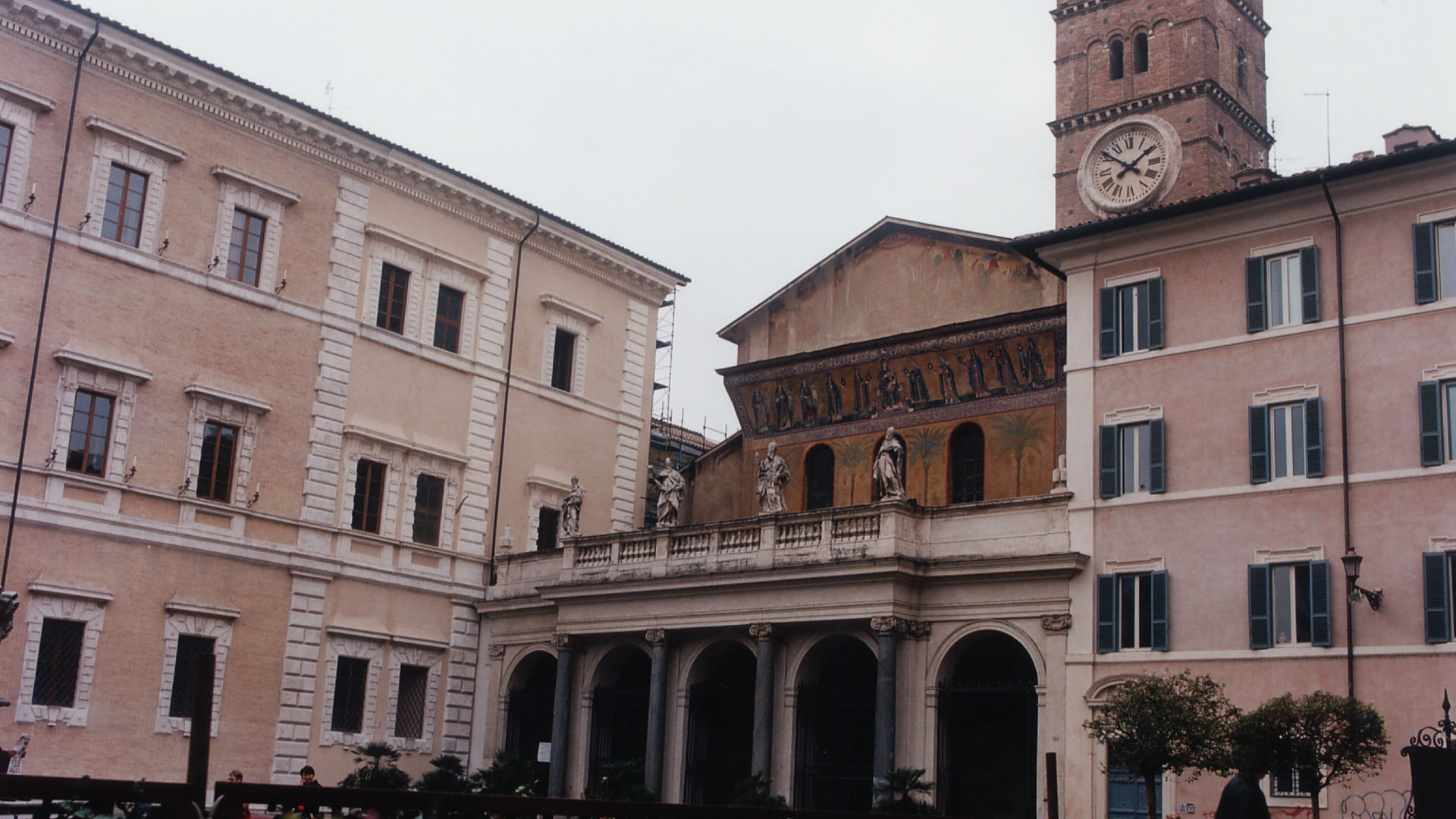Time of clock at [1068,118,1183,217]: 1:51
